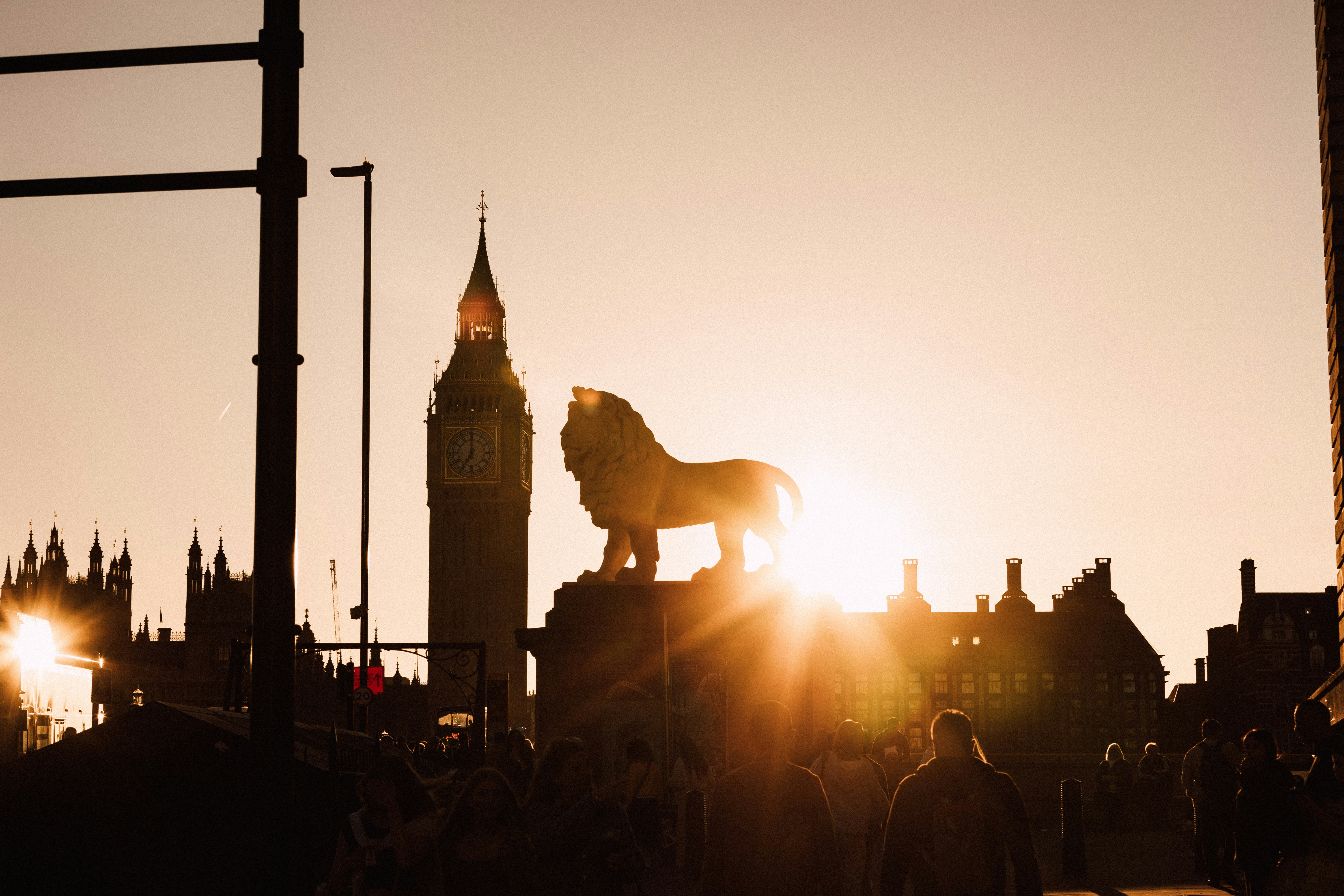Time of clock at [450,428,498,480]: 7:00
